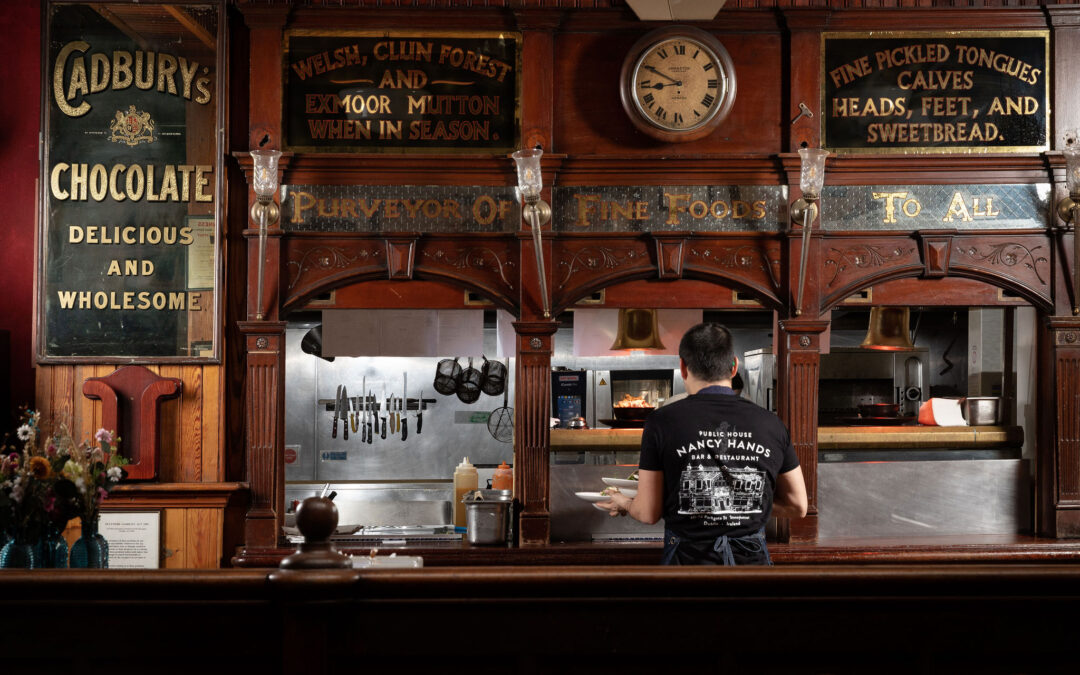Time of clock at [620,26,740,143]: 8:49
